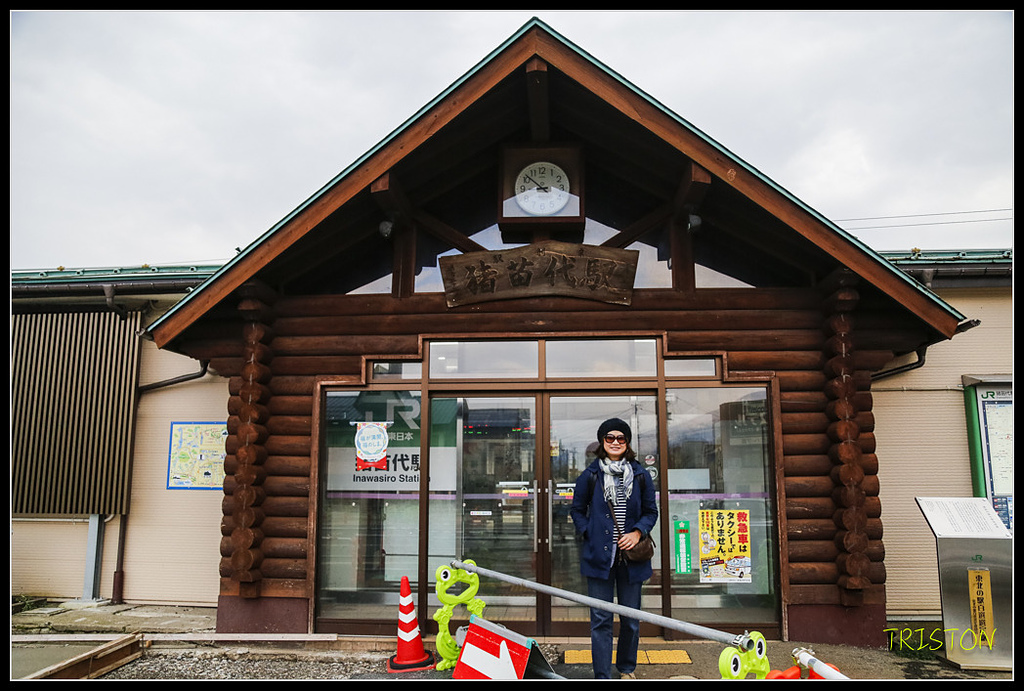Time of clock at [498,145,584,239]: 8:51
